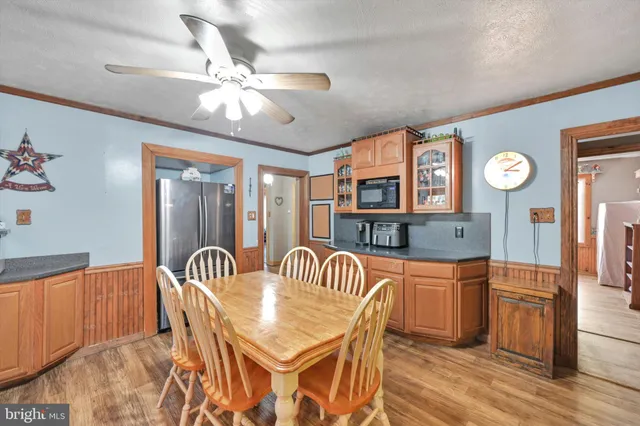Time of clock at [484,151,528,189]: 3:09
